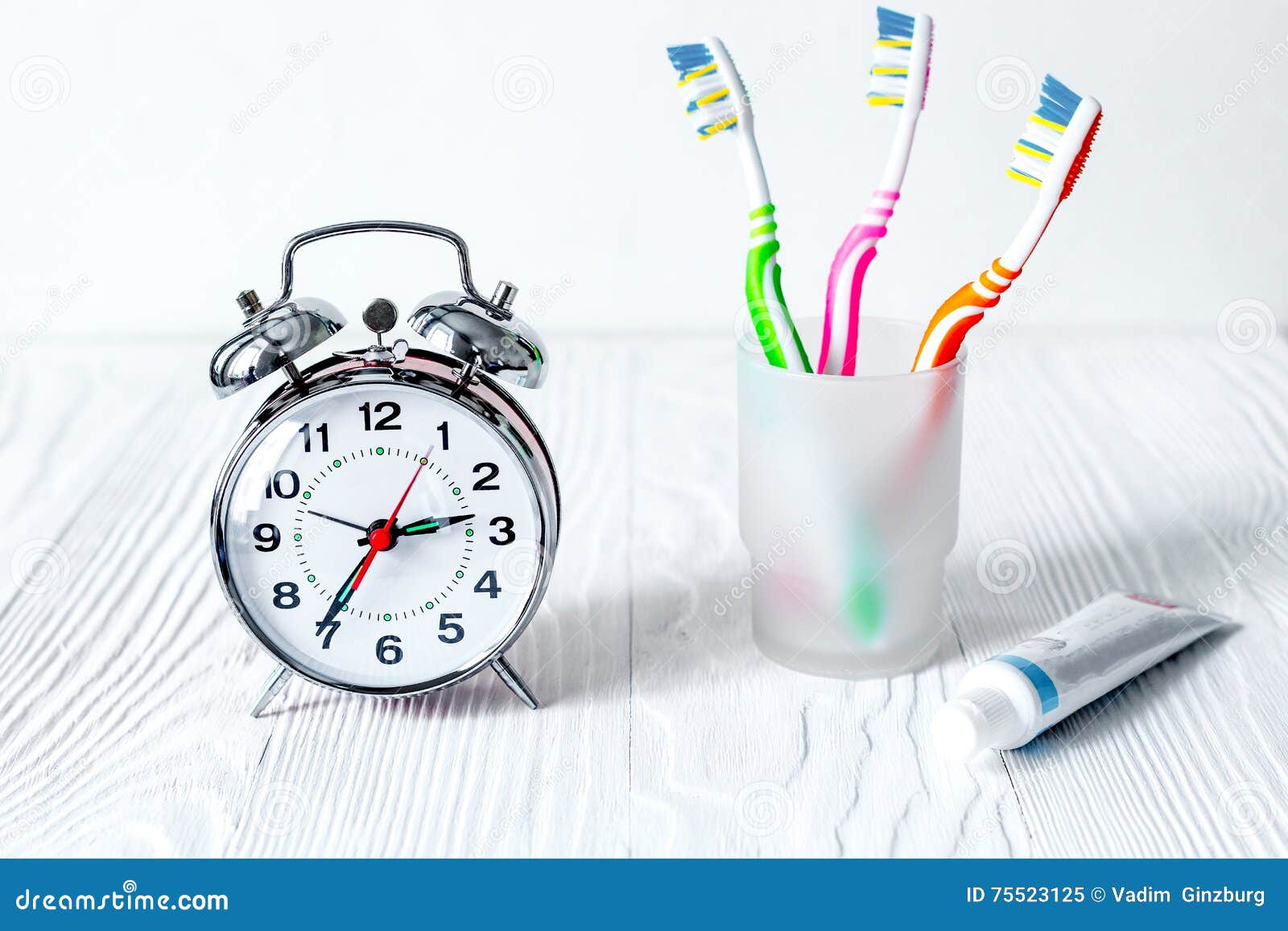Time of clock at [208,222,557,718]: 2:35
